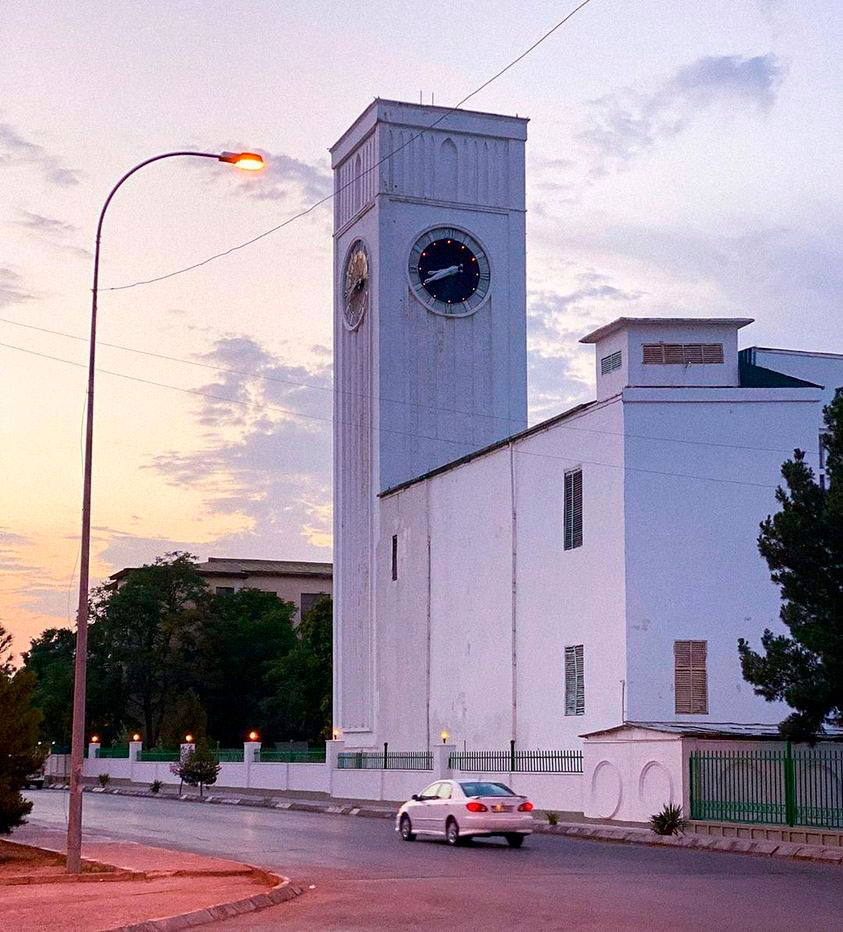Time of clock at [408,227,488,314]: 8:40
